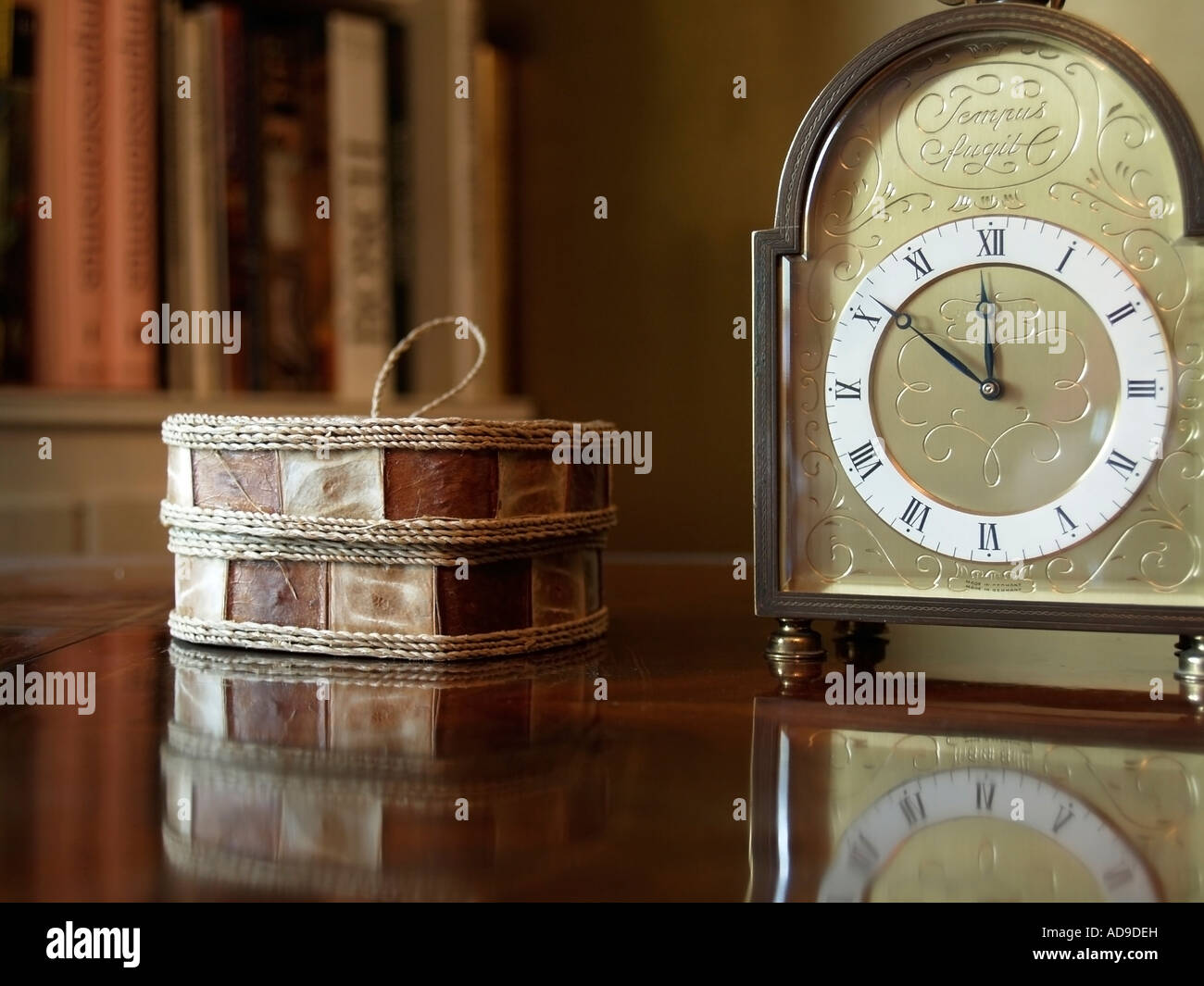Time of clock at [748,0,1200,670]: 11:50
